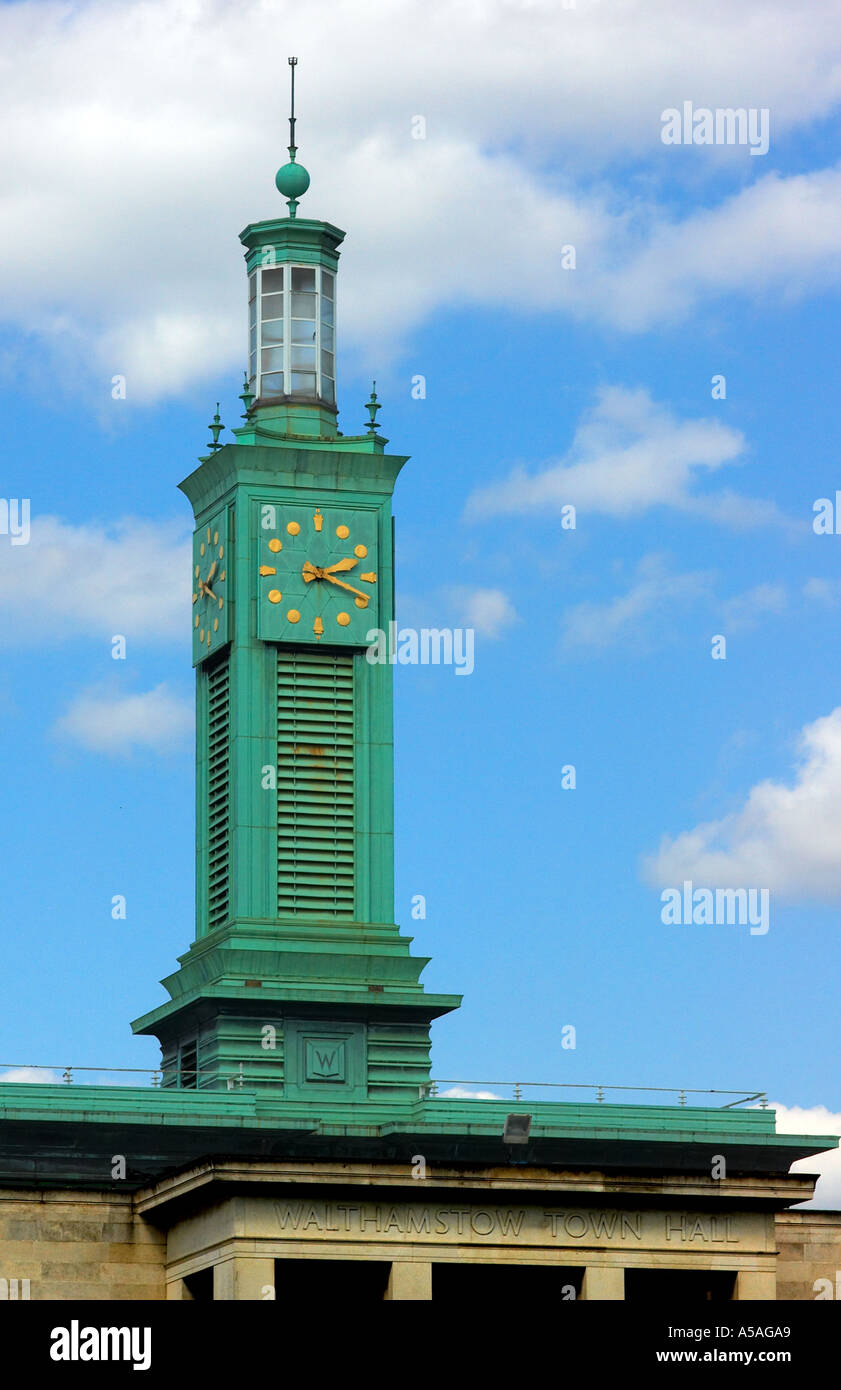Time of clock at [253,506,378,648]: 2:18
